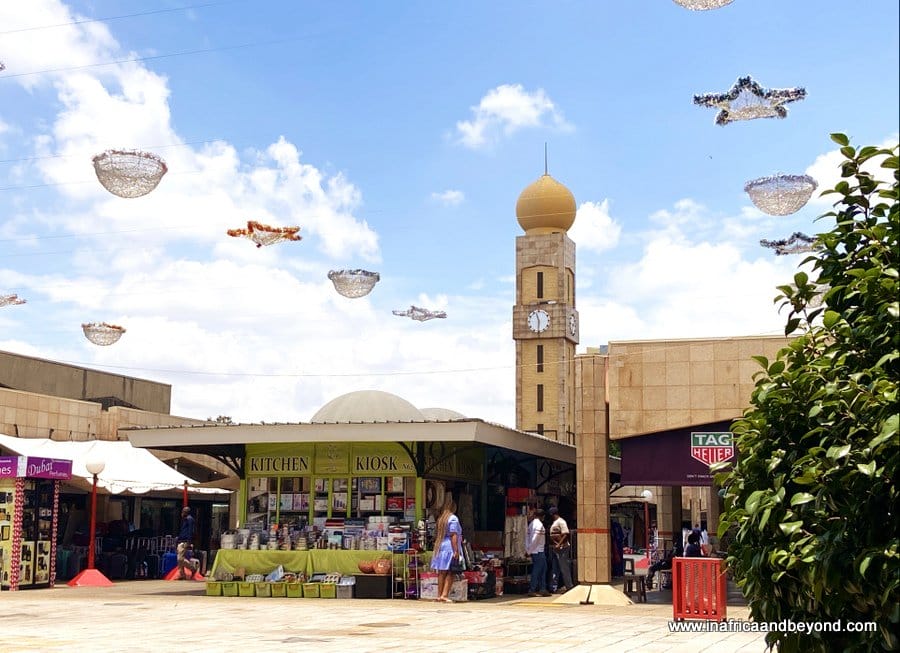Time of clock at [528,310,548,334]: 11:30
